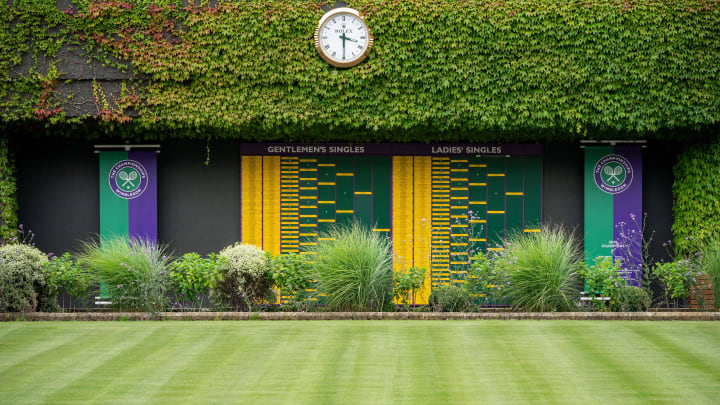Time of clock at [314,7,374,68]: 3:29
